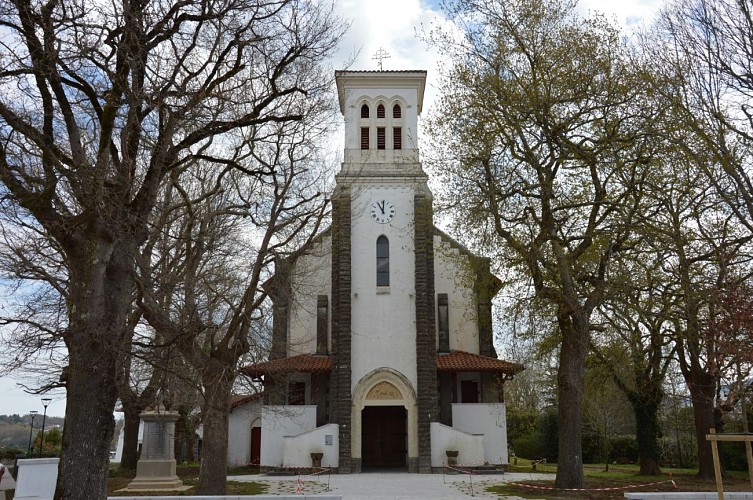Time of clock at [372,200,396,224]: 11:00
